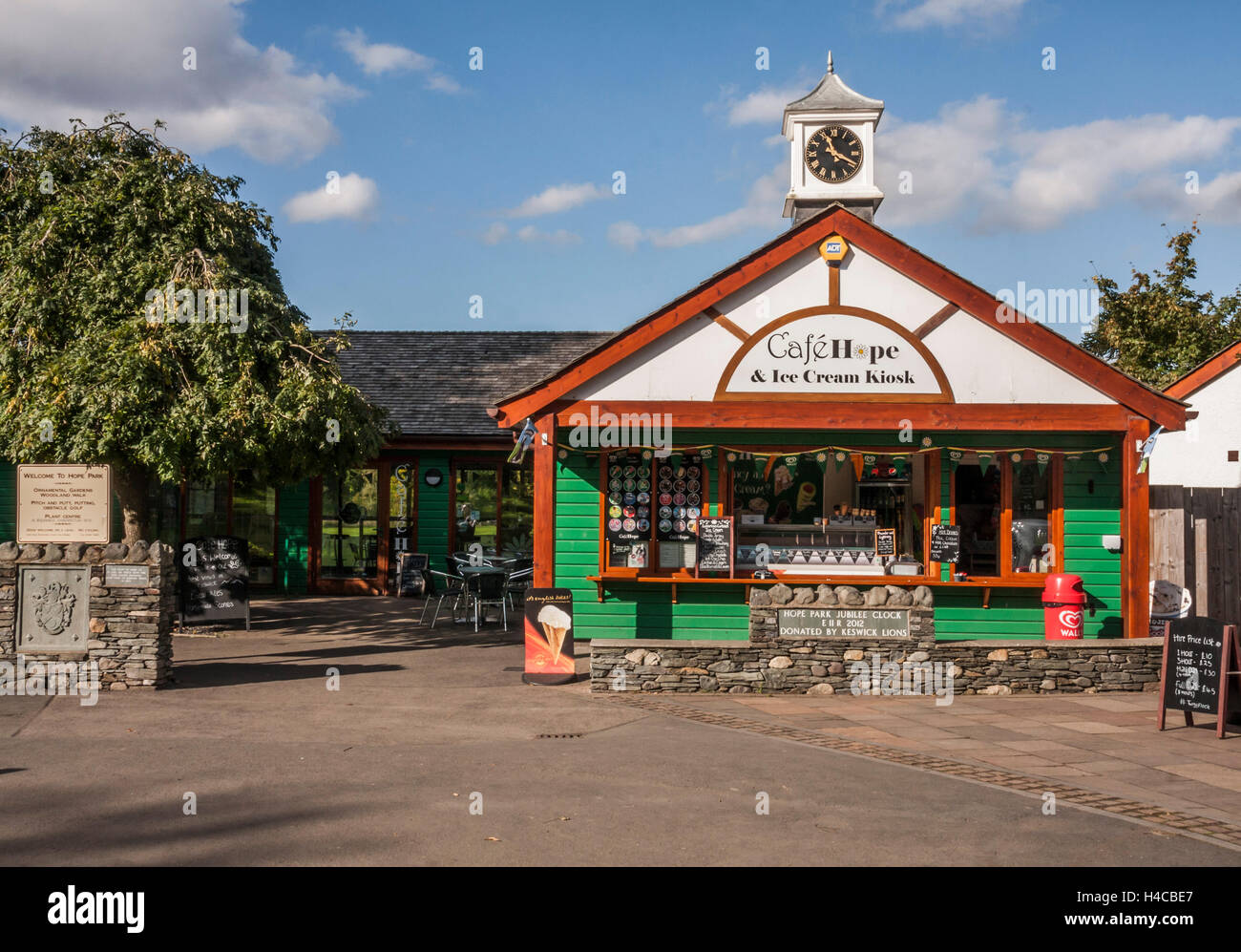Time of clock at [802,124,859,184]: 11:19
